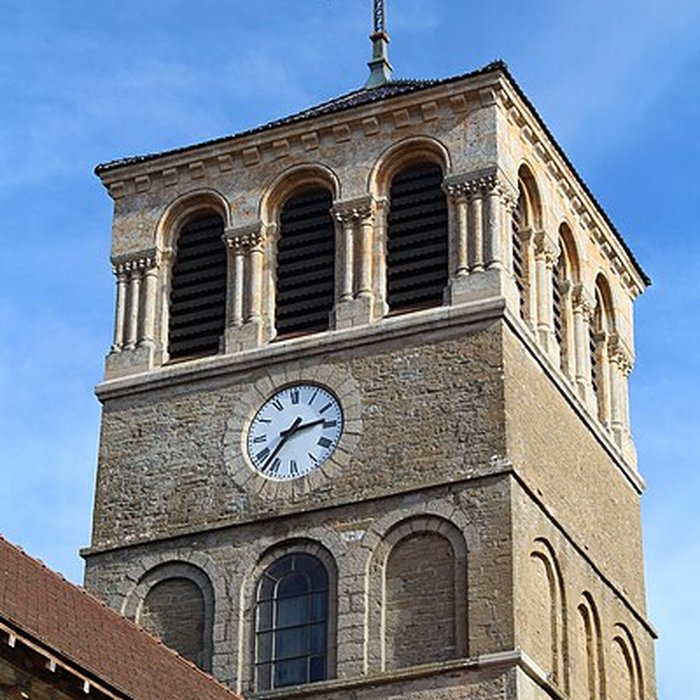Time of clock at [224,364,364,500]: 2:36
